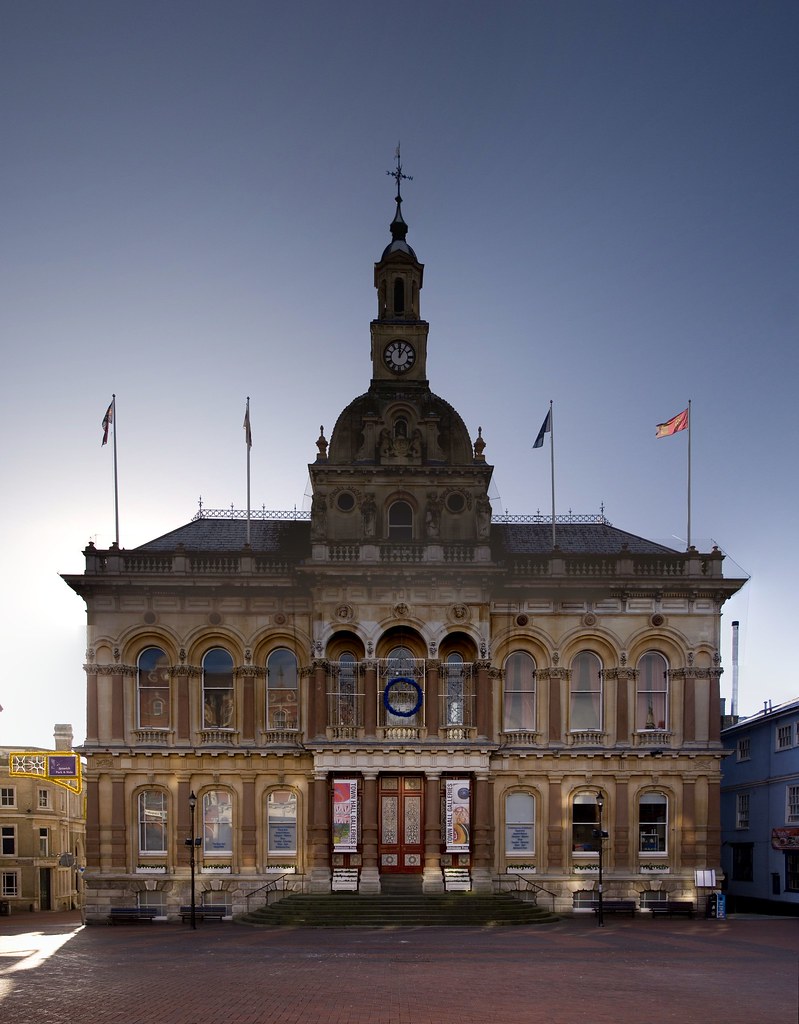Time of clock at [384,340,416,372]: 12:05
